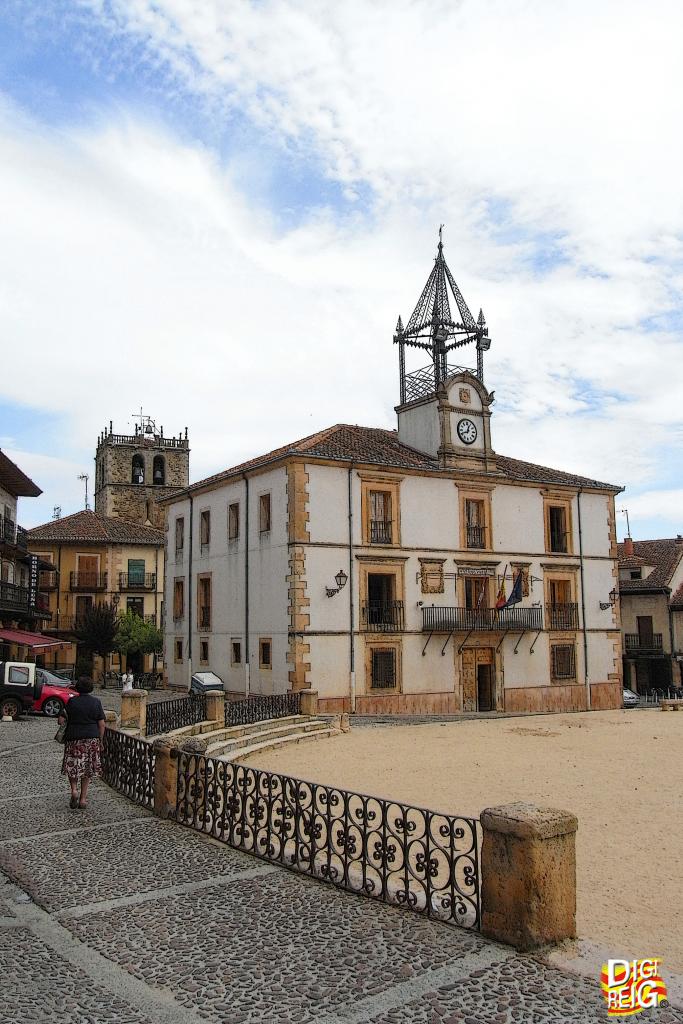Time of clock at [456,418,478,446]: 12:41
